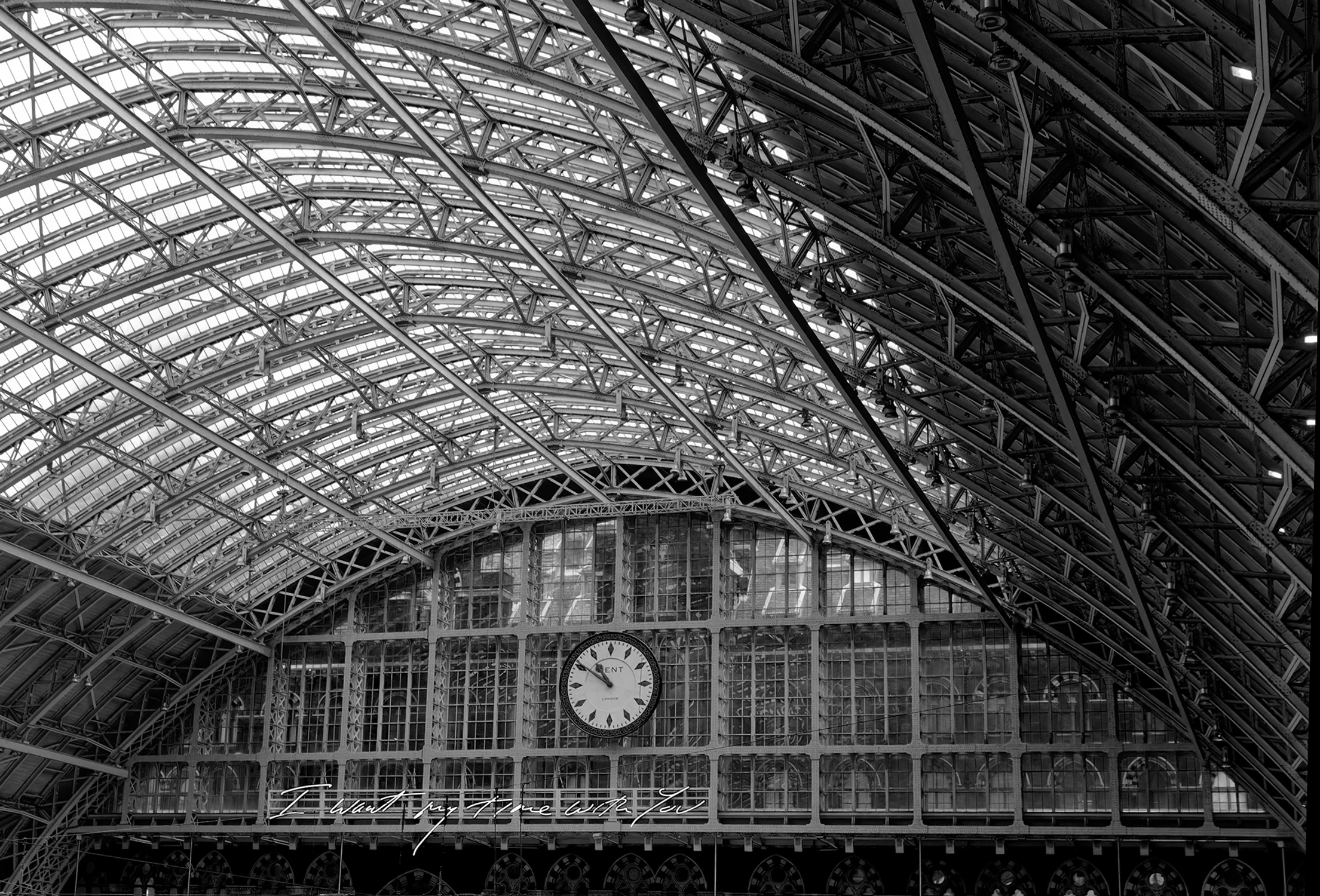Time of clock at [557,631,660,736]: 10:50
